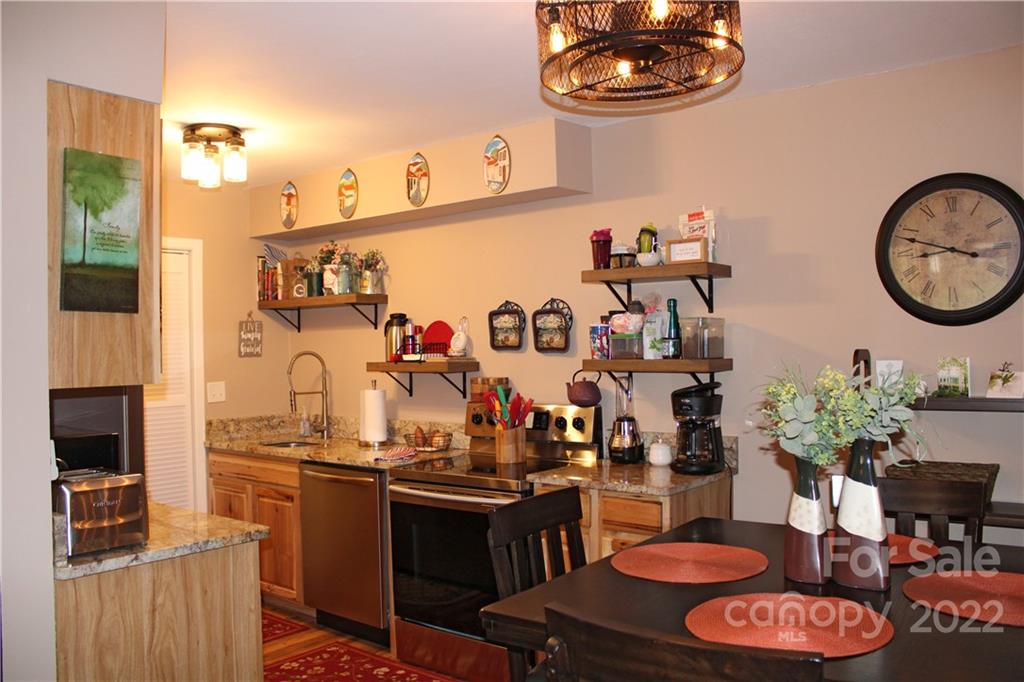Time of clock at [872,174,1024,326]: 8:47
